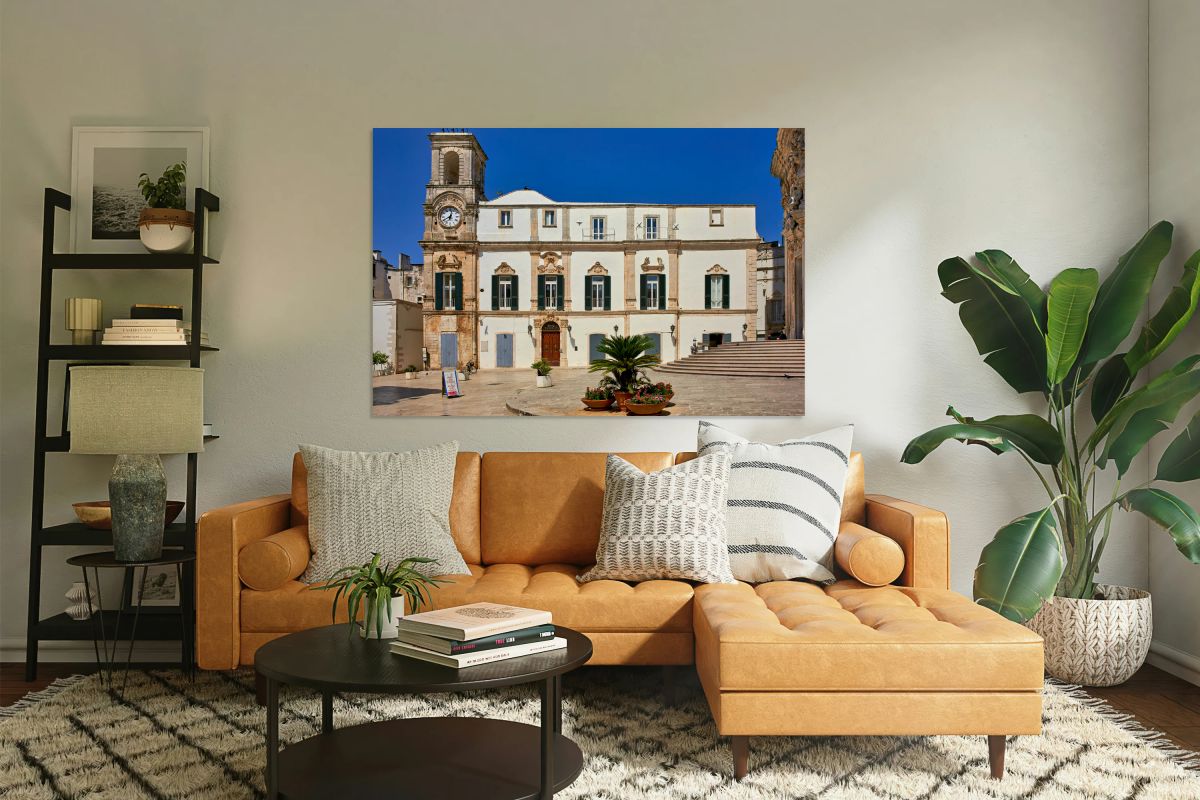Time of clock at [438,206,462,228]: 8:02
